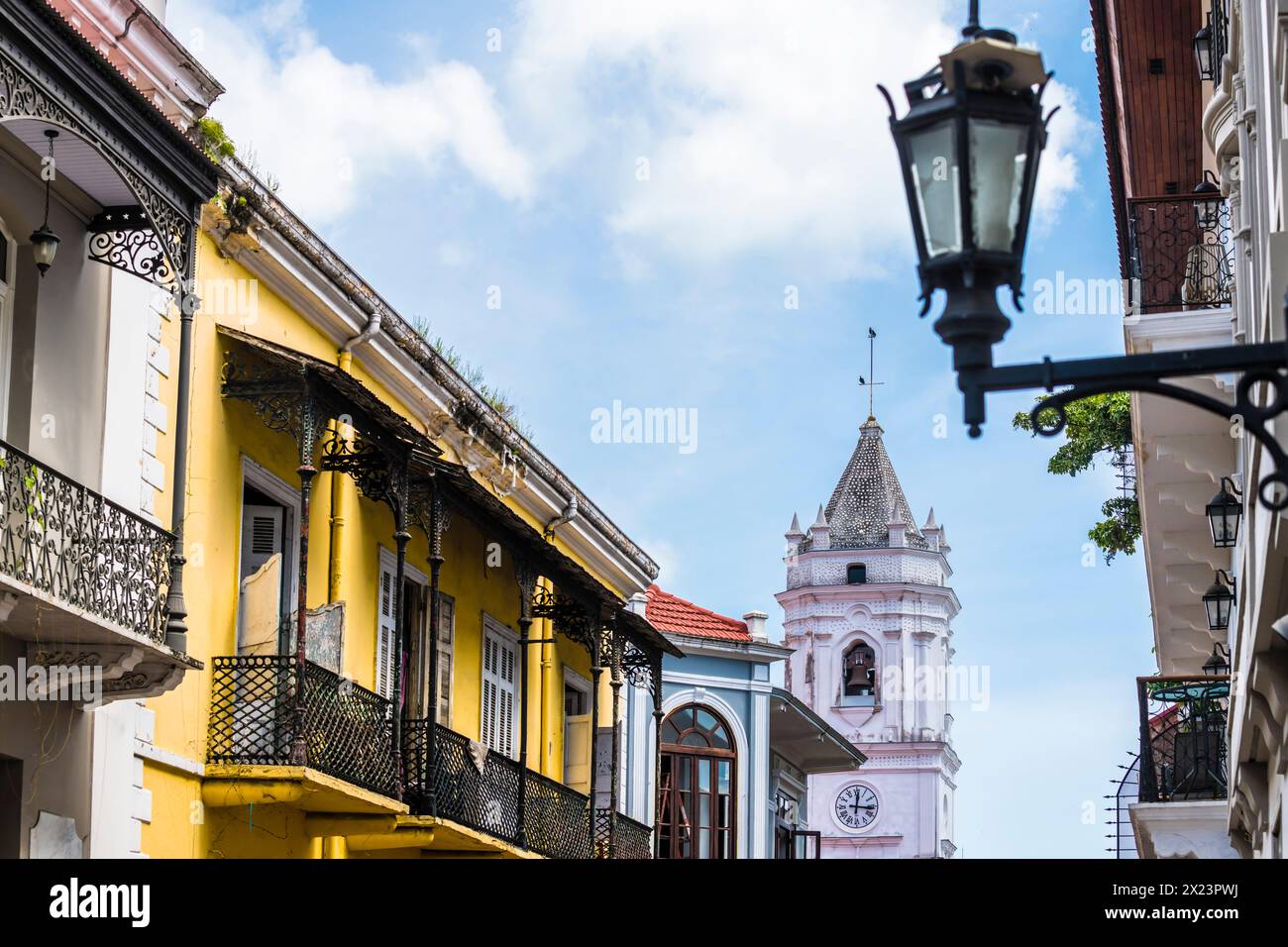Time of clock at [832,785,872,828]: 12:16
